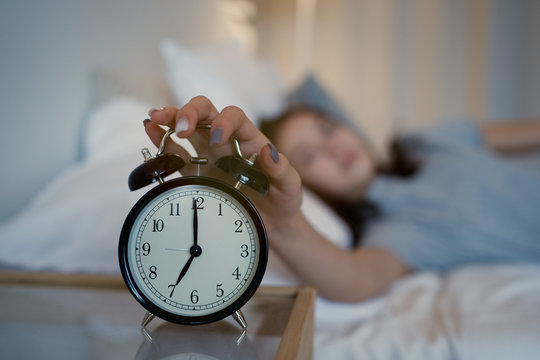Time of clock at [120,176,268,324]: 6:59
